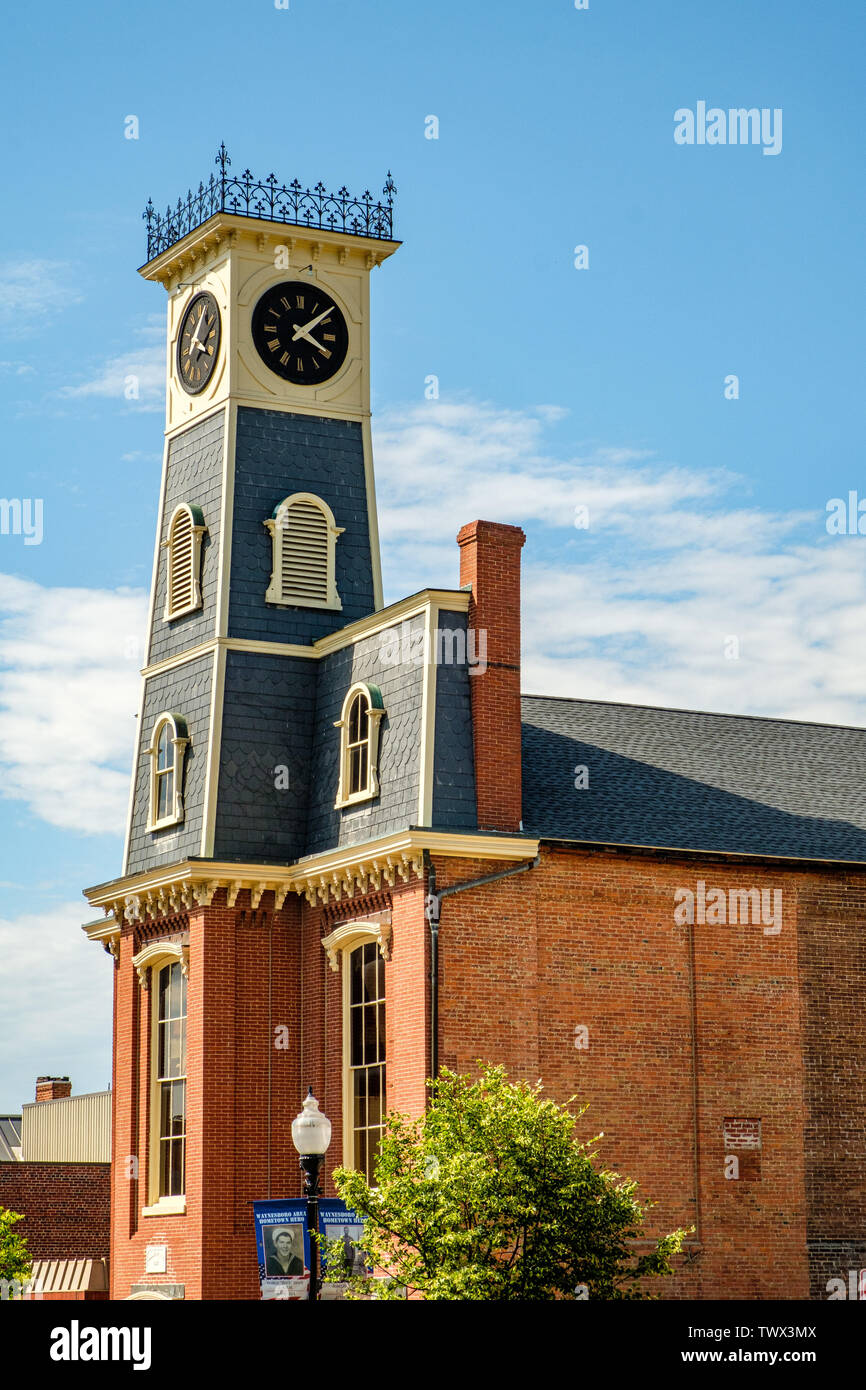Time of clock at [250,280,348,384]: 4:08
